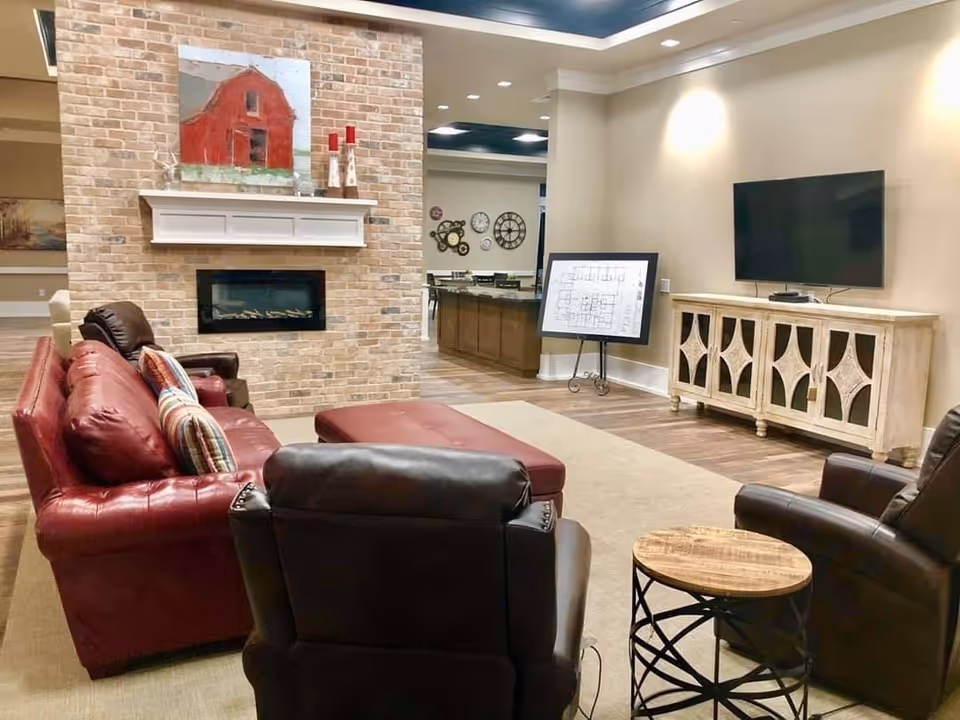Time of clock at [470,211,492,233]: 7:12
